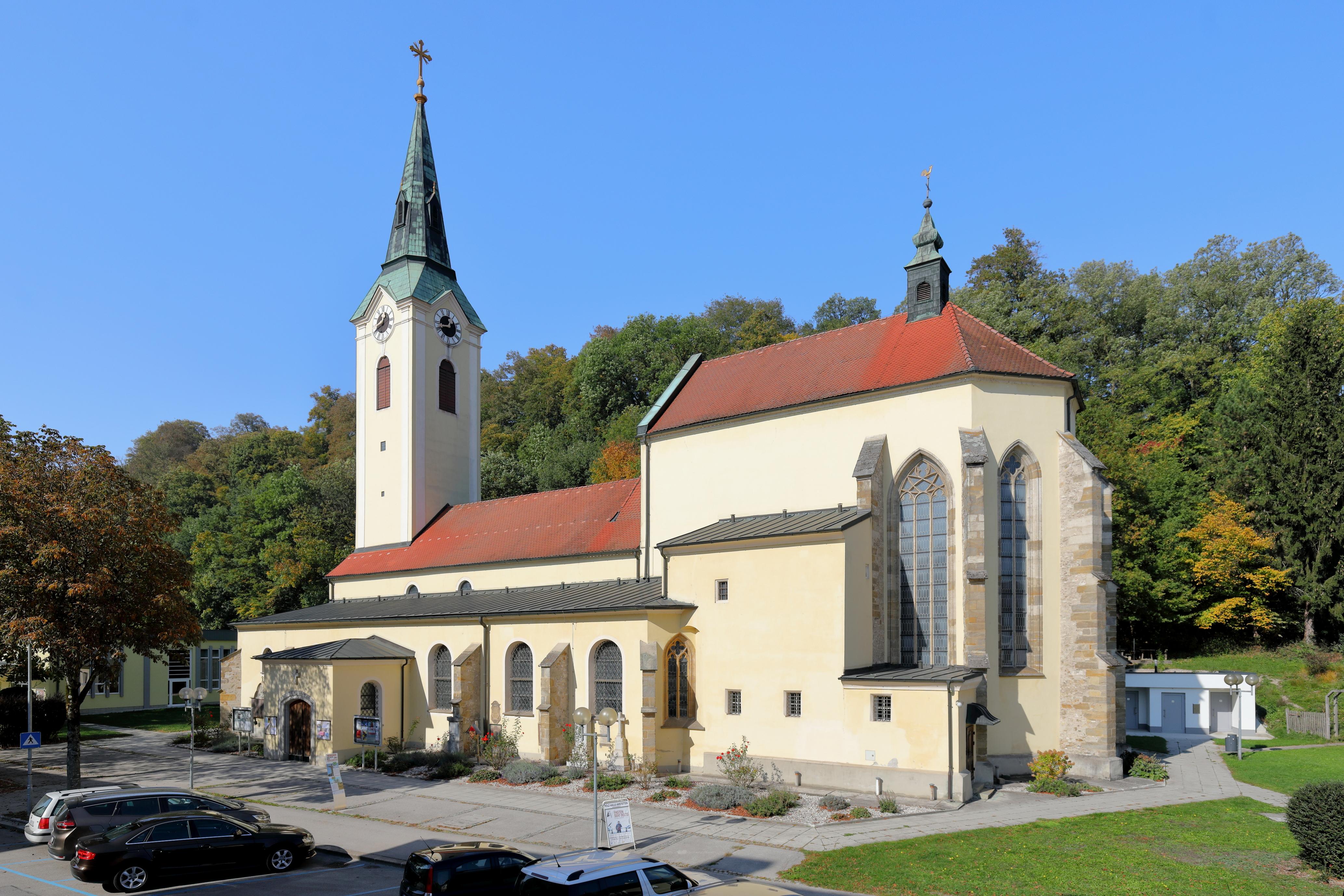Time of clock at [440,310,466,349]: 12:42
